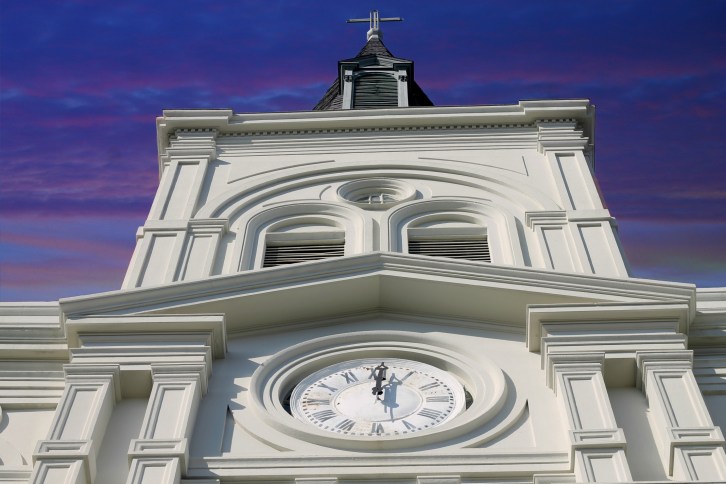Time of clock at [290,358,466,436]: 12:00
